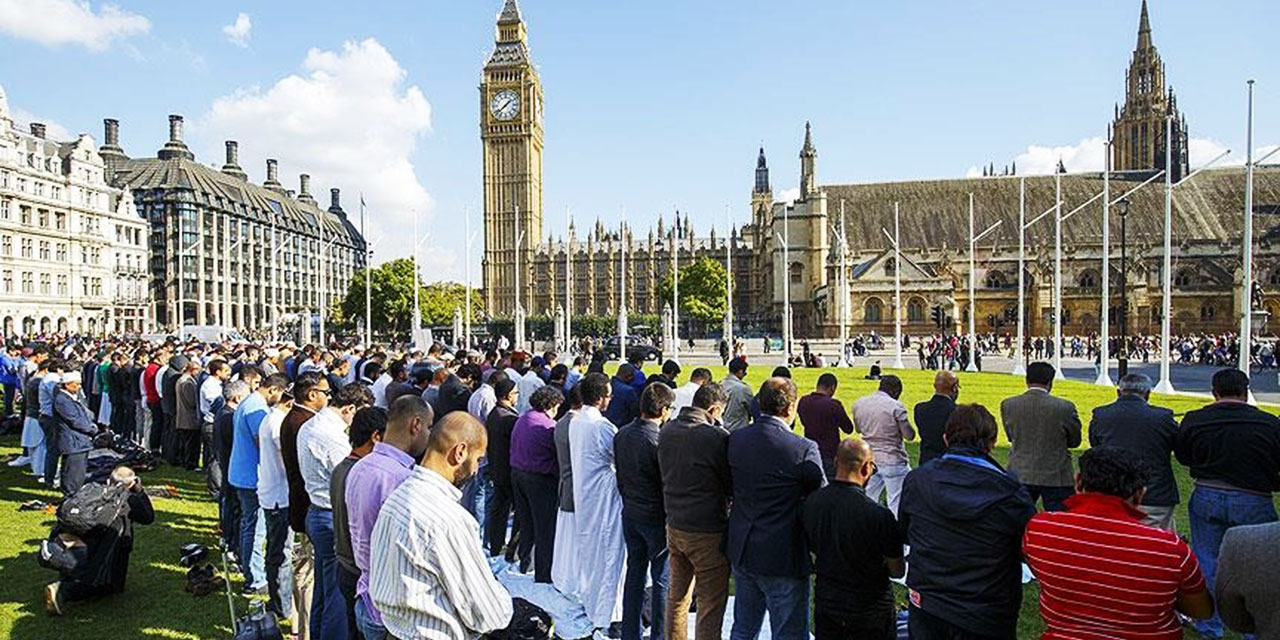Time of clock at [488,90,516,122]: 1:38
